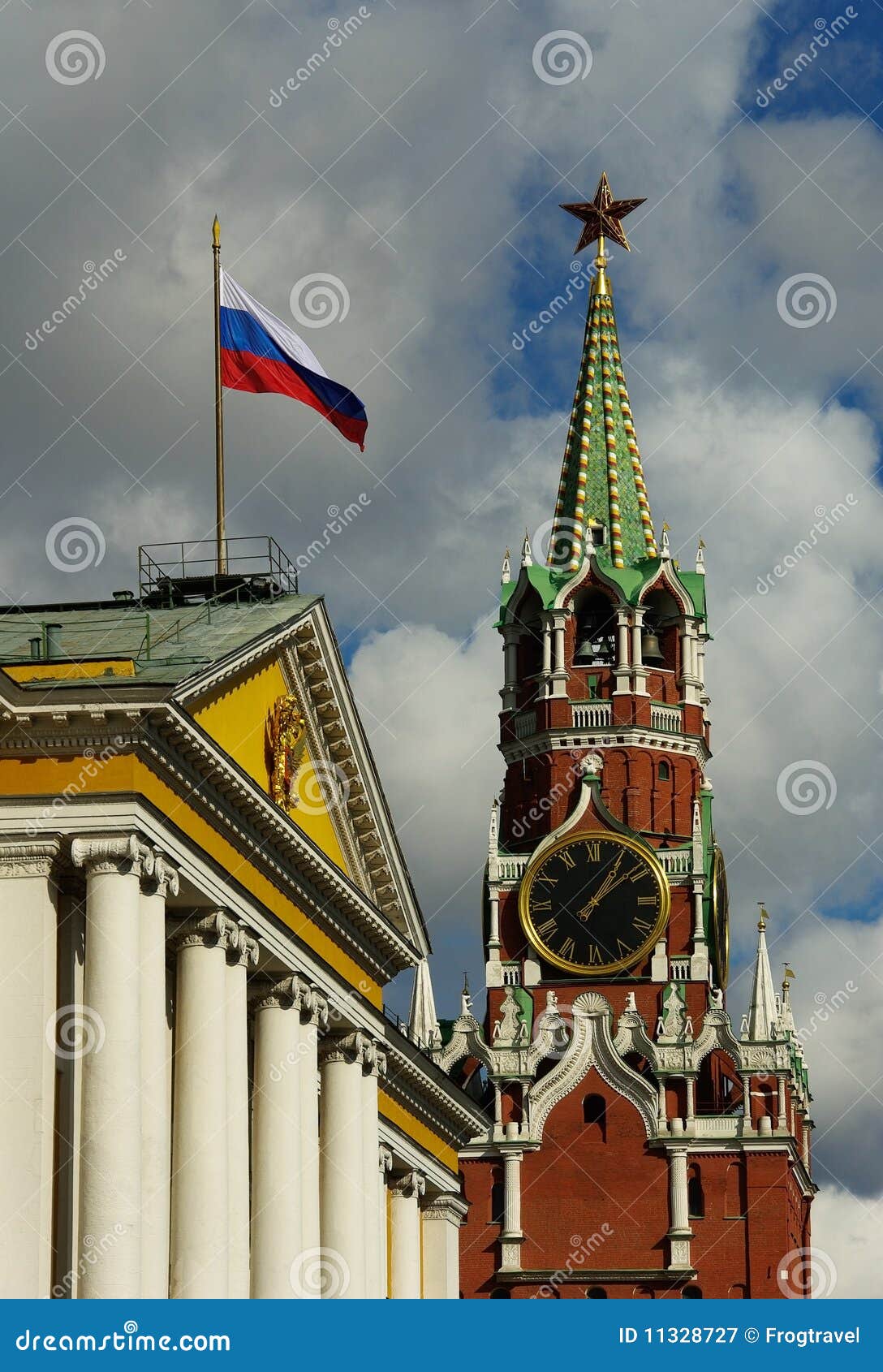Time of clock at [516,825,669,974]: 1:08
